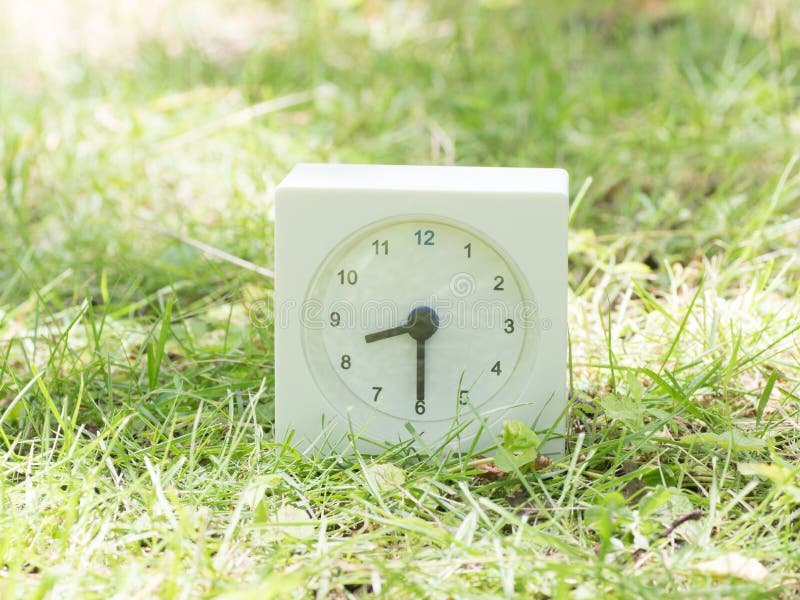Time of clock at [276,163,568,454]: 8:29
